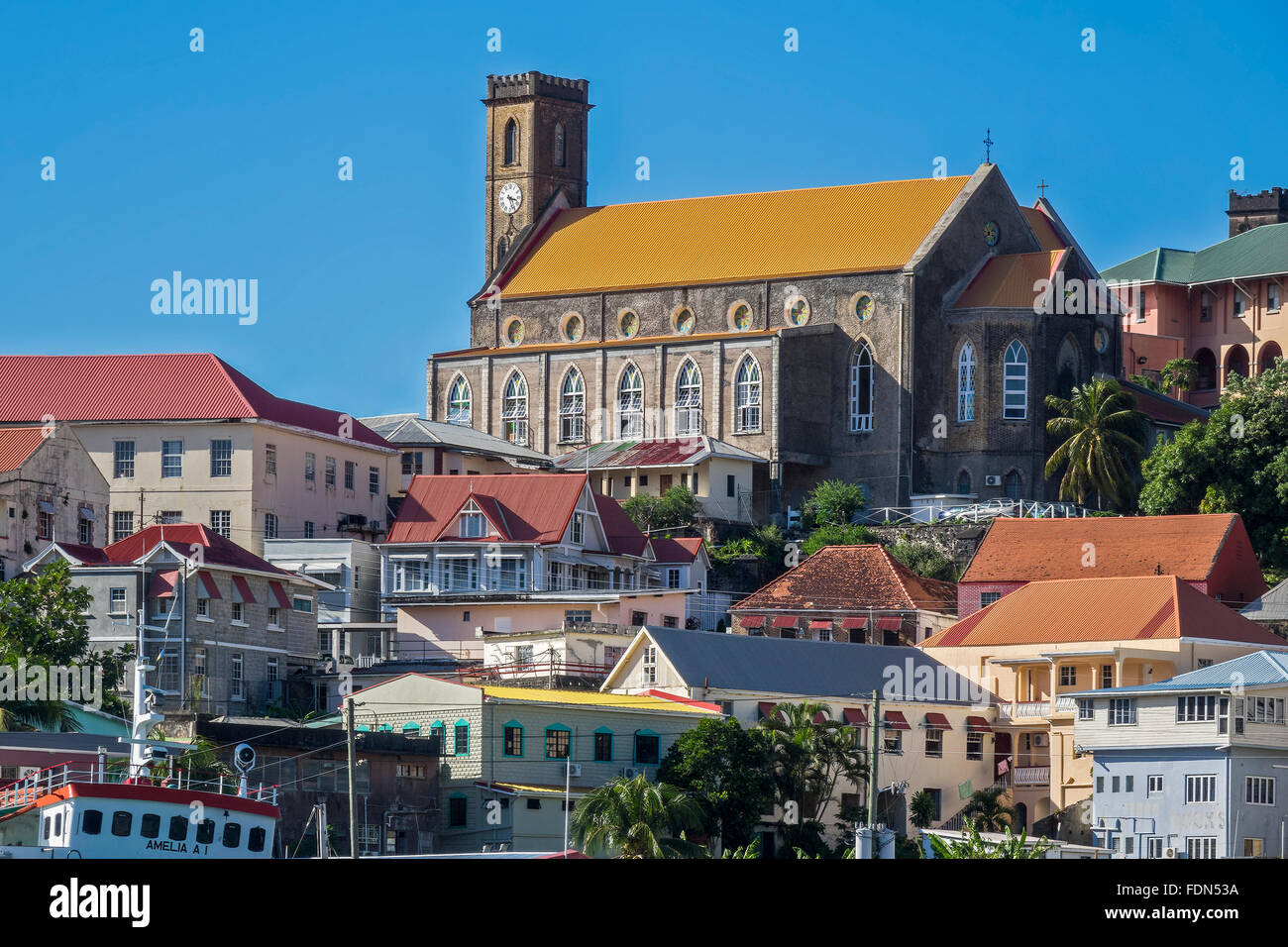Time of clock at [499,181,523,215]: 3:26
